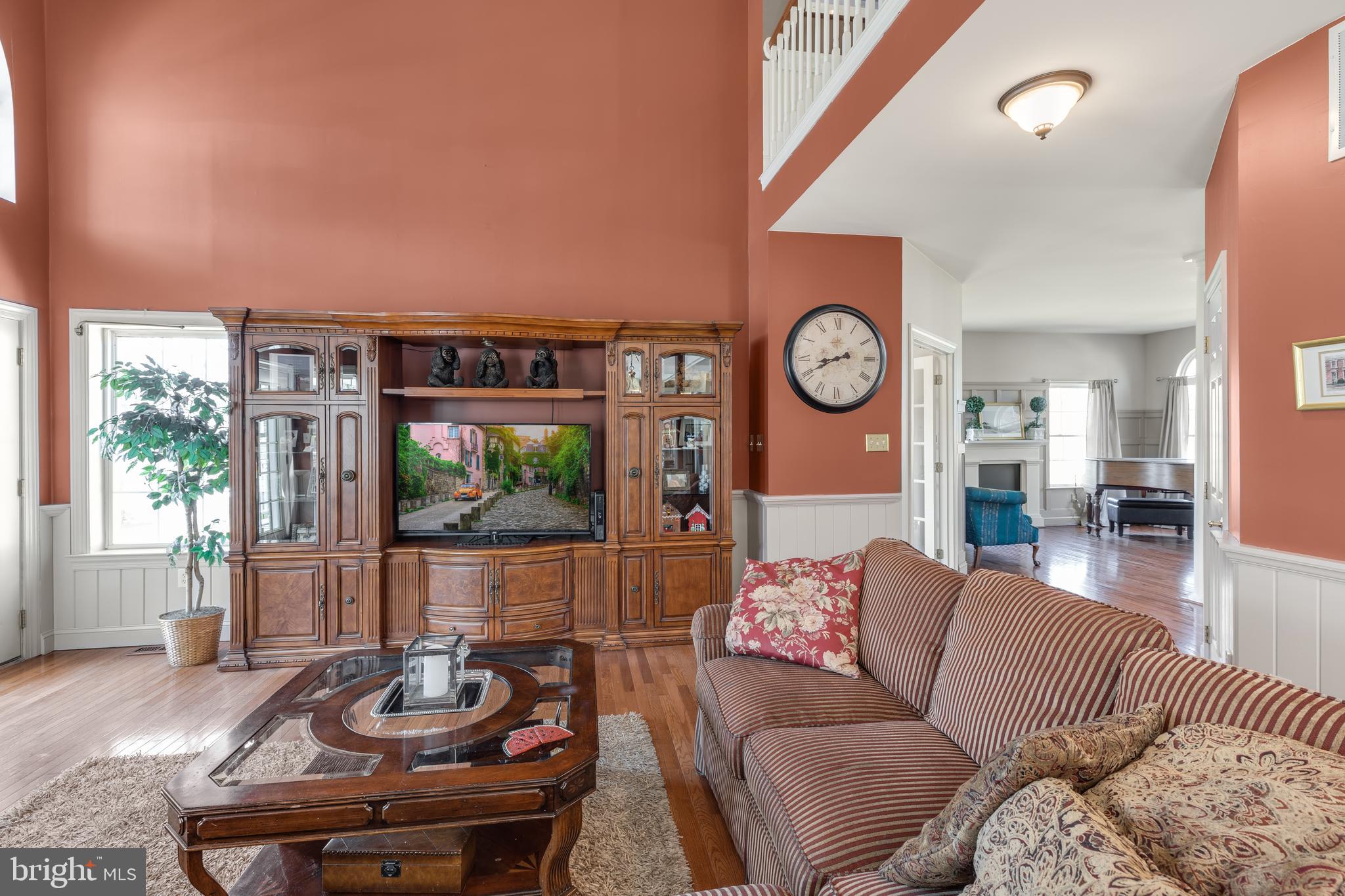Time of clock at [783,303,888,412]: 8:40
